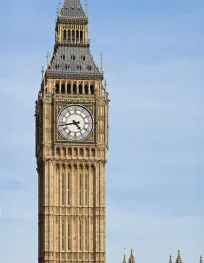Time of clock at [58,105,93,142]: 4:43
